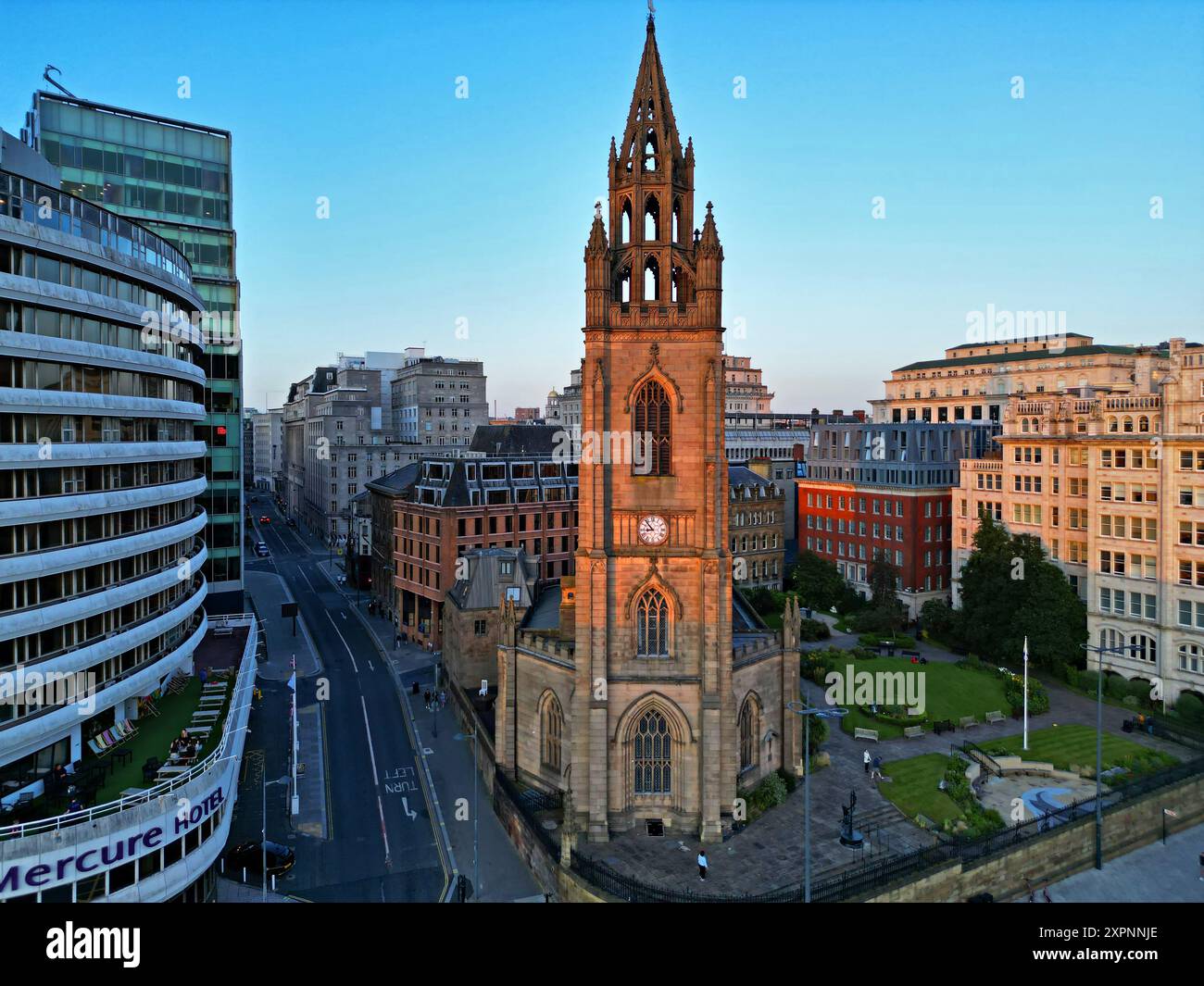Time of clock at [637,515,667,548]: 8:52
